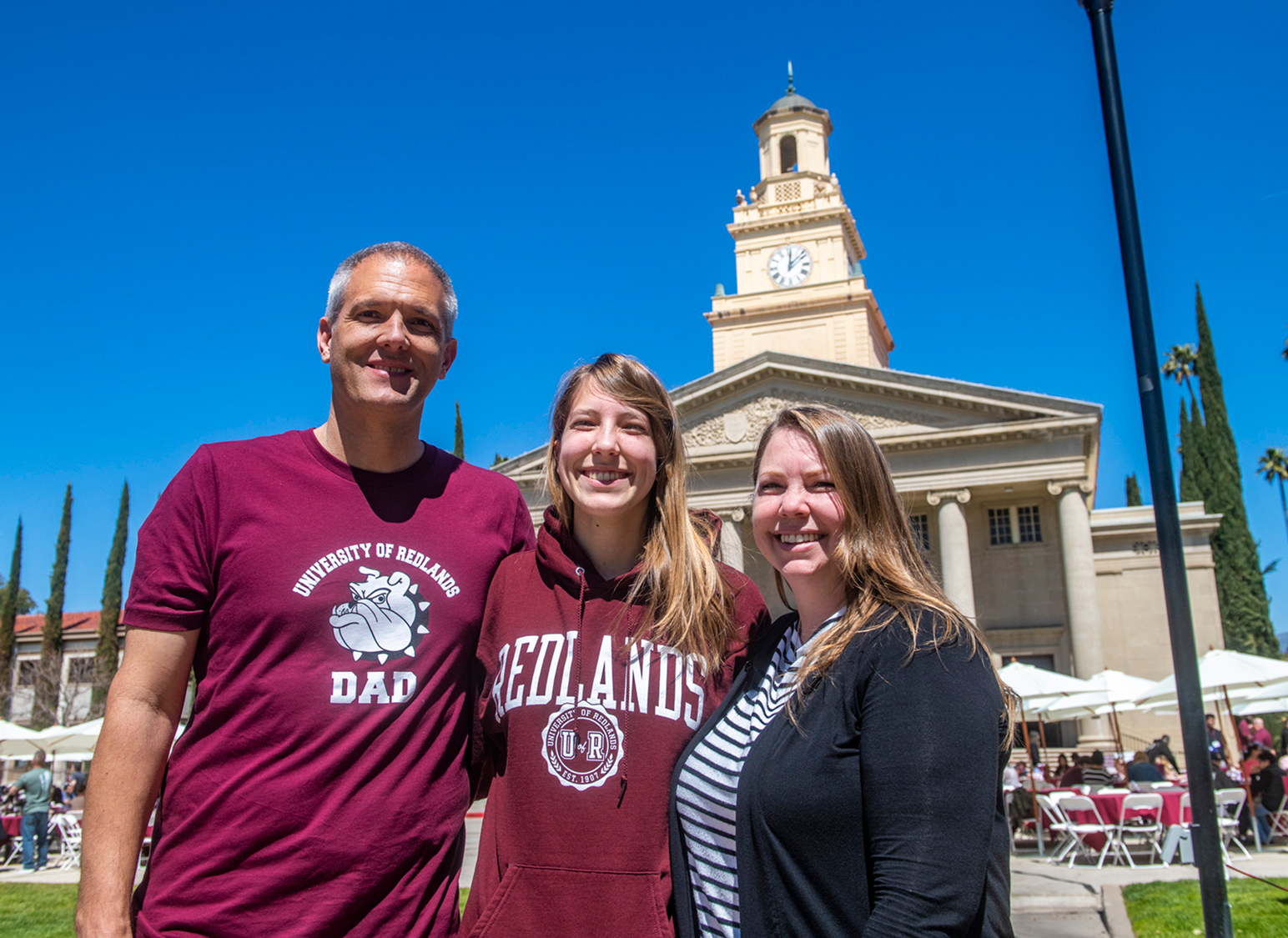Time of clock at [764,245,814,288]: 12:07
